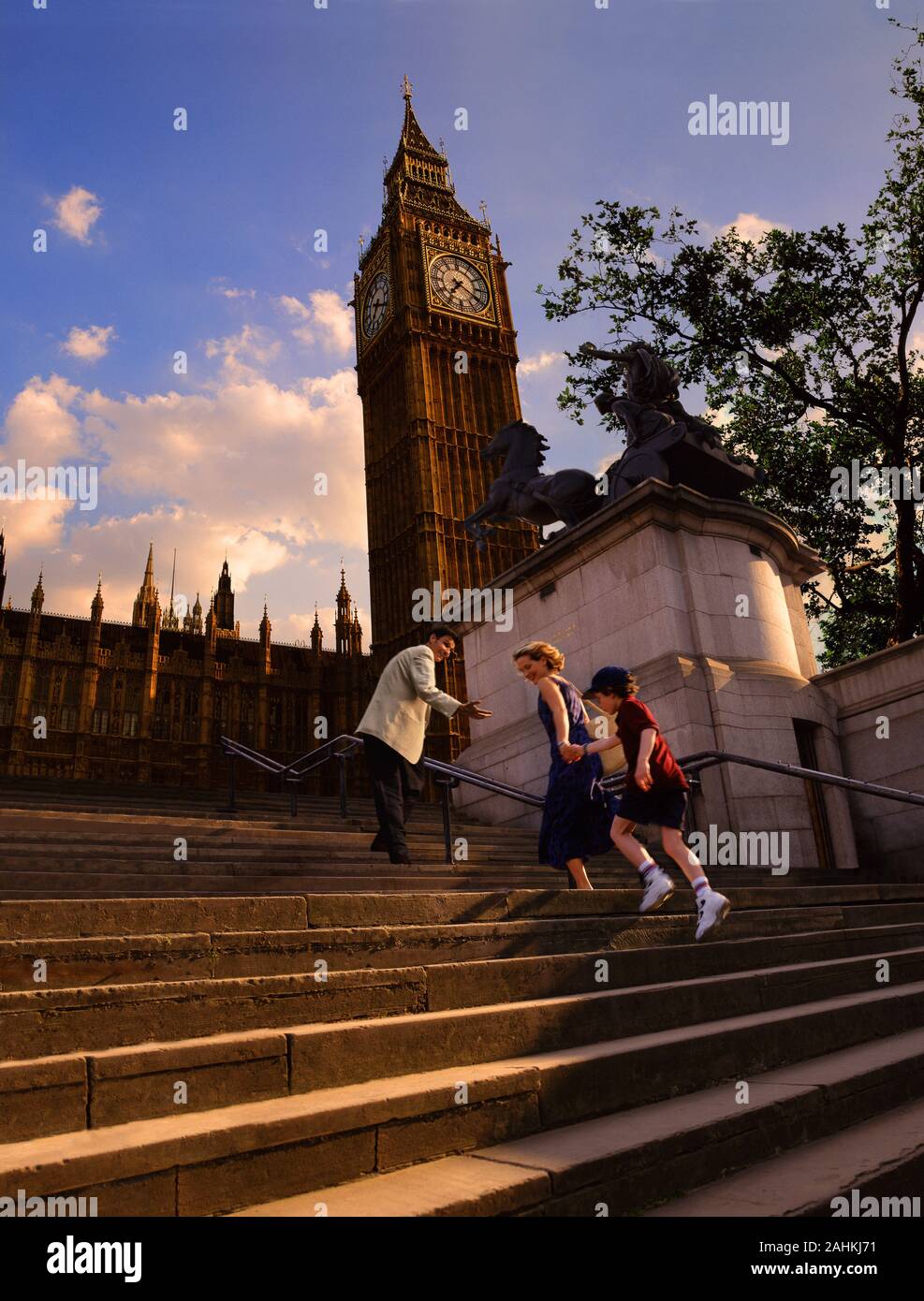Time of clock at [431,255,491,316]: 7:20
